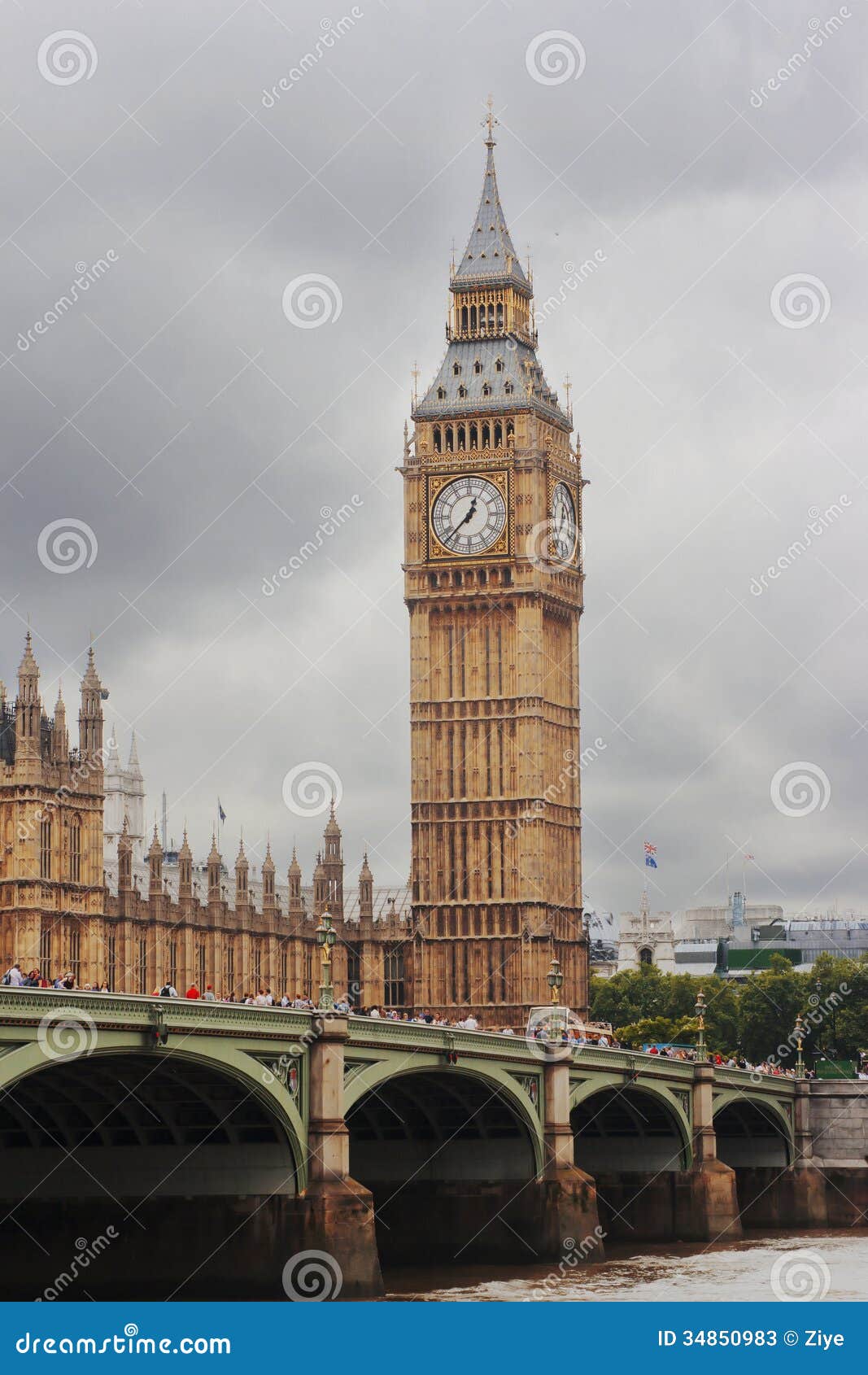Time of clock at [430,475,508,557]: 12:37
